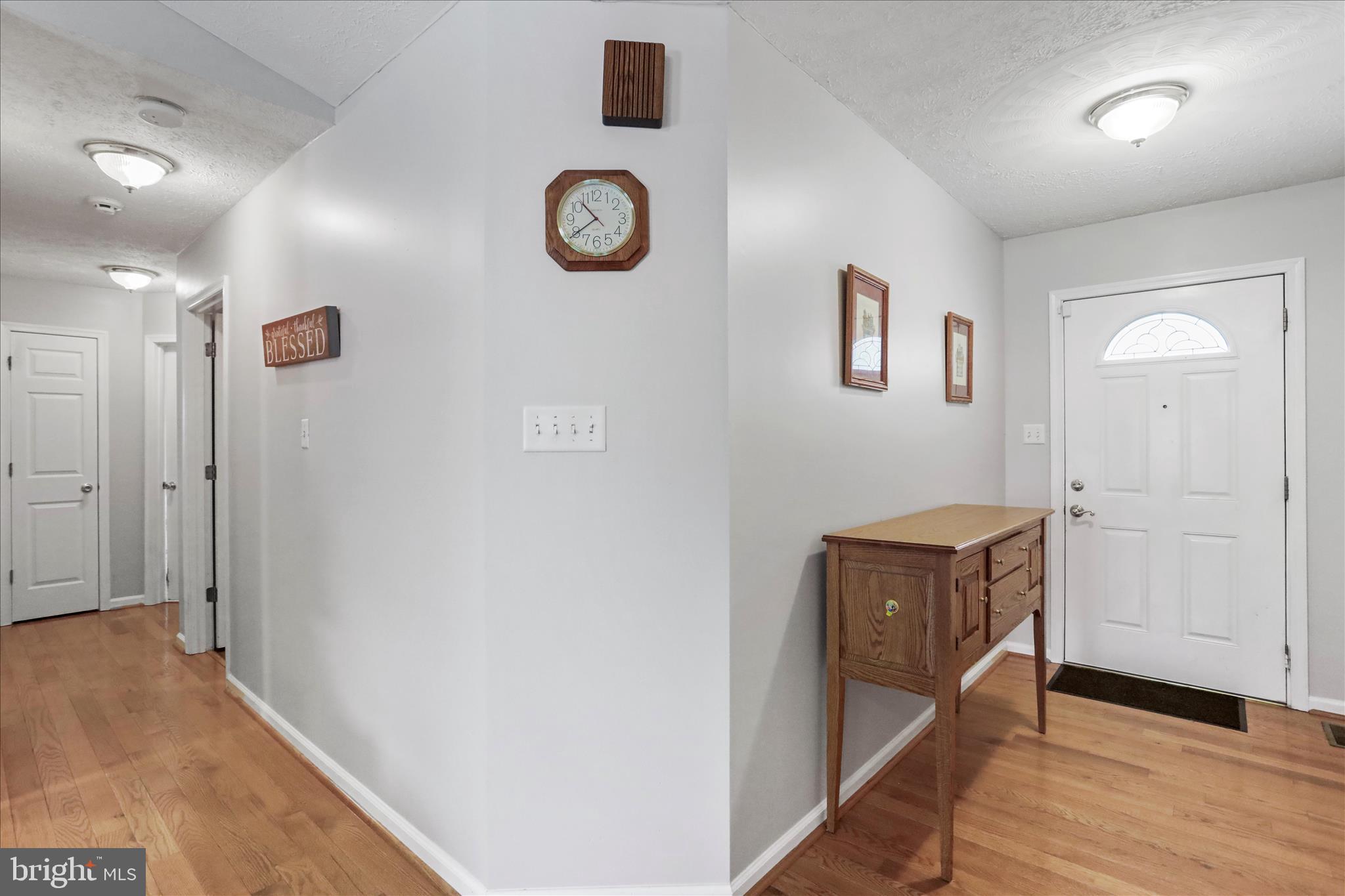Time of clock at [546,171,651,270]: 10:39
